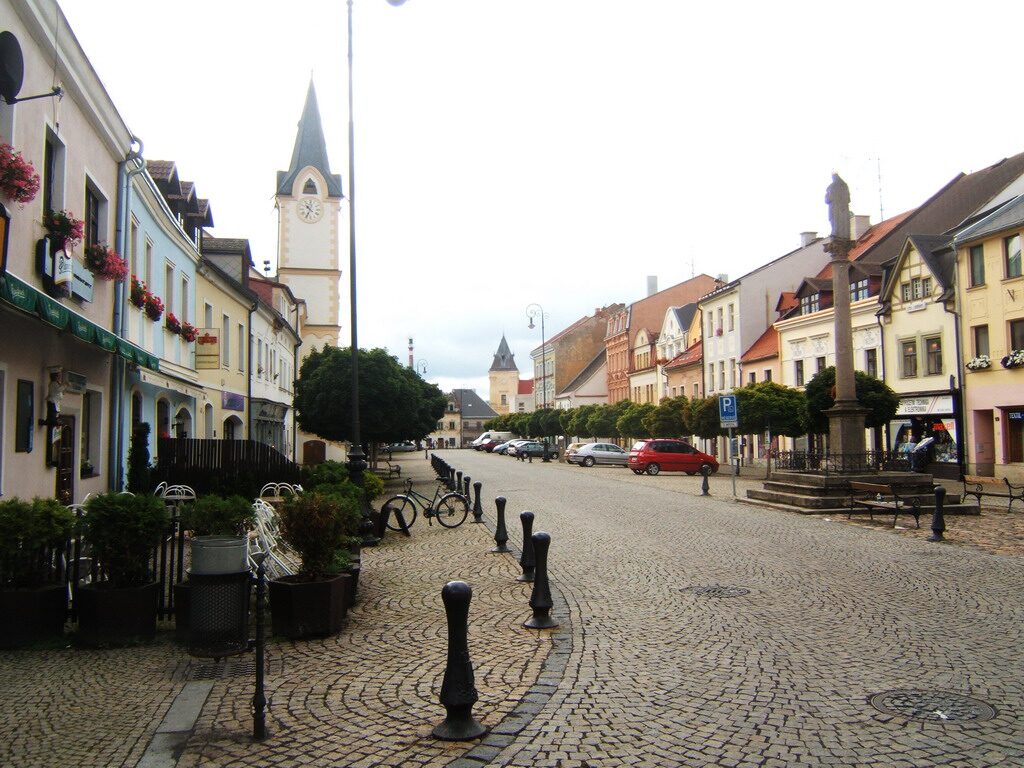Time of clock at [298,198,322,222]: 10:34
